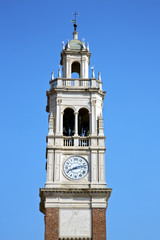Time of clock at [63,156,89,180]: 8:12
